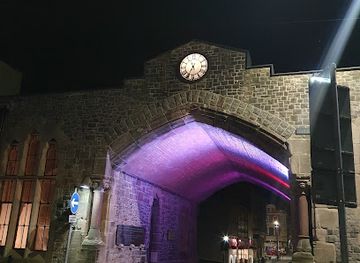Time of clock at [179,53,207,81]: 5:35
